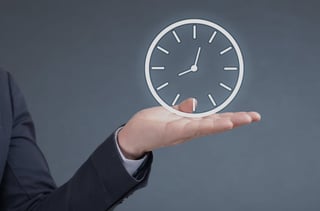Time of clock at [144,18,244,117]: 8:02
